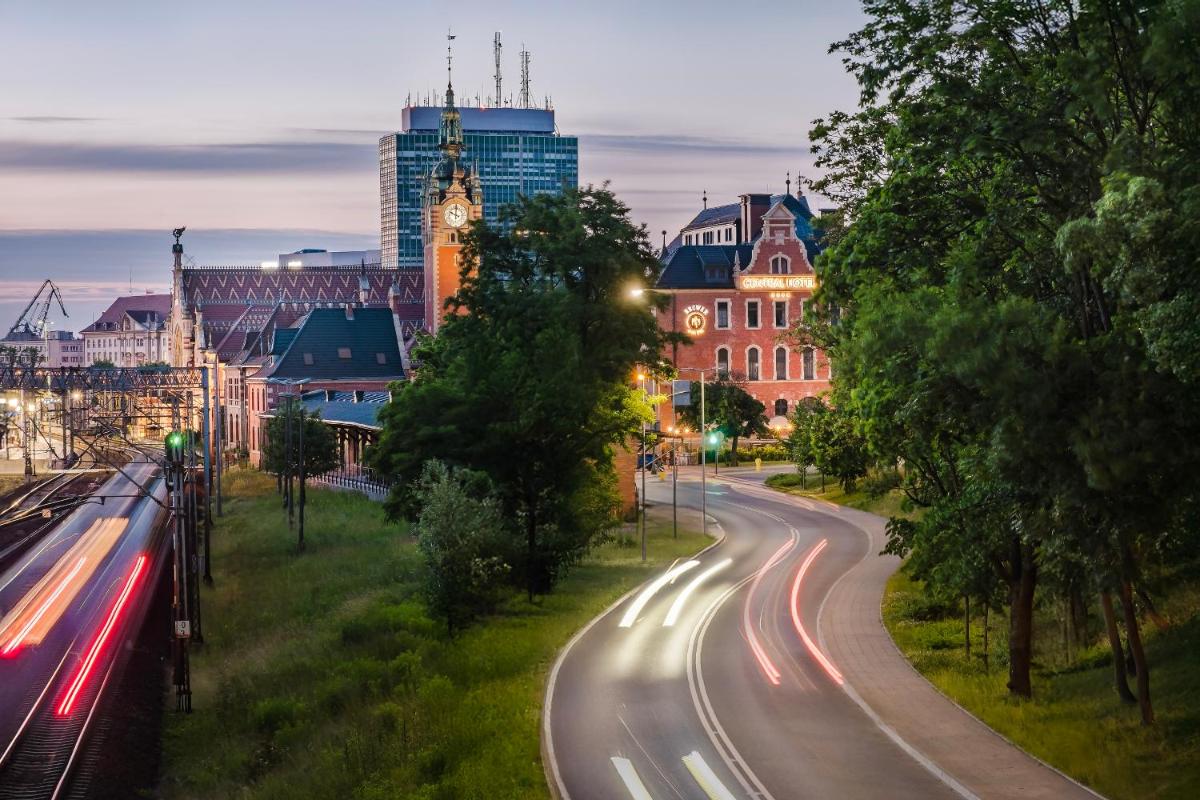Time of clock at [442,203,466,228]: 10:00
